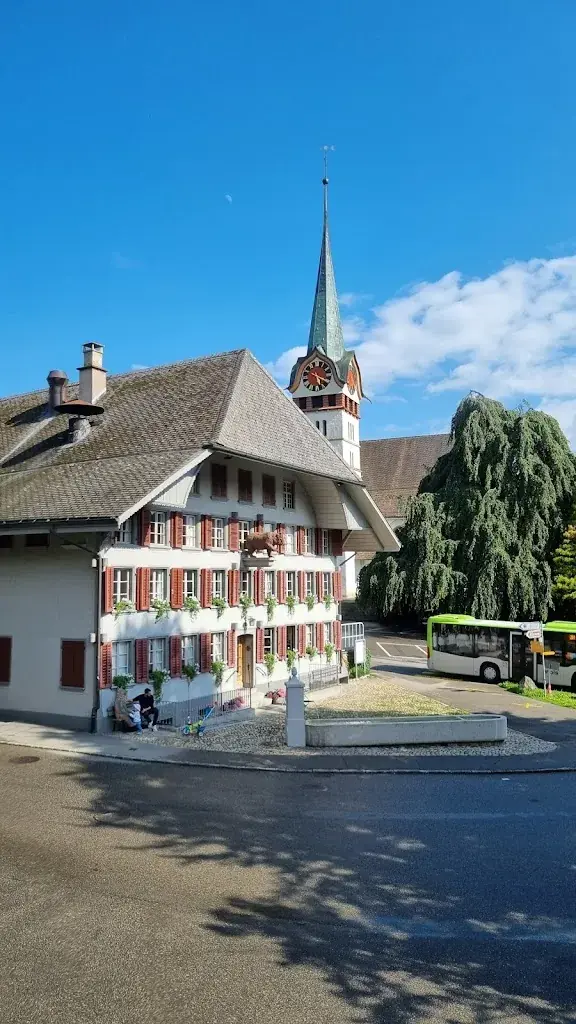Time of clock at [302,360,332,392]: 5:19
